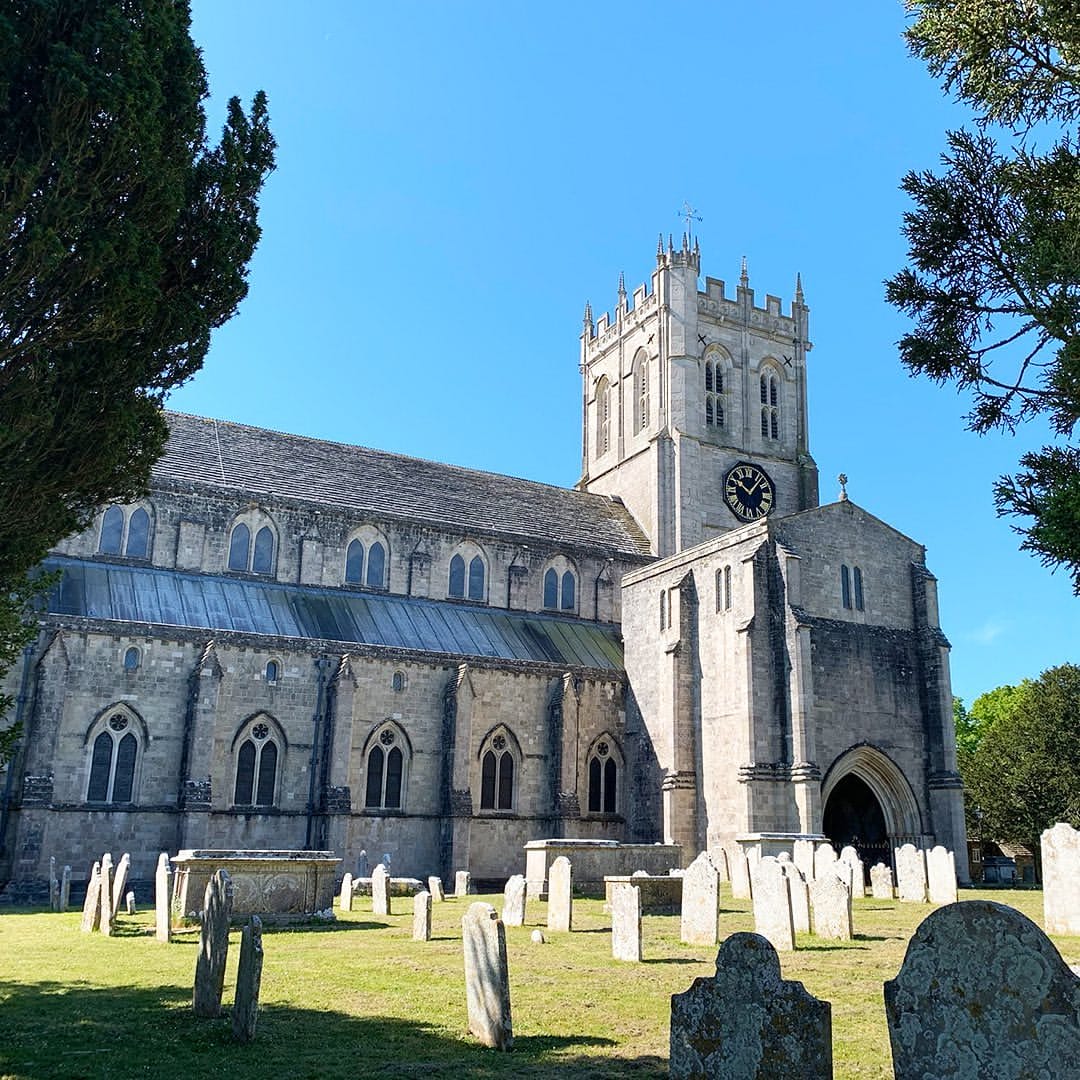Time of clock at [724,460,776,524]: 10:06
